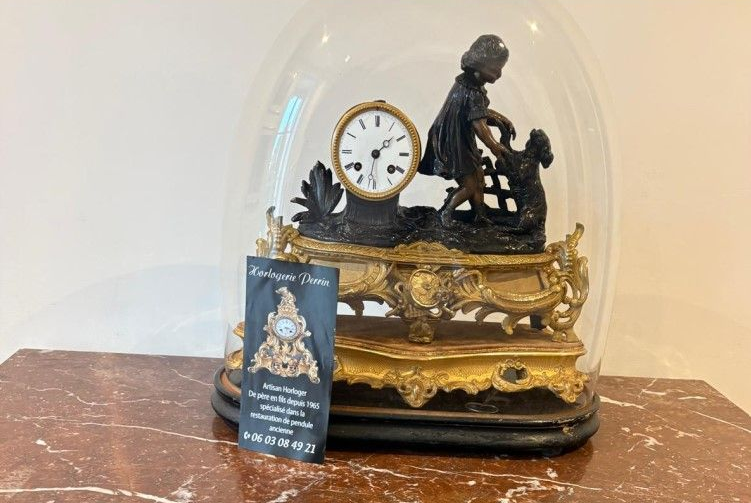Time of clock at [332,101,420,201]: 1:31
